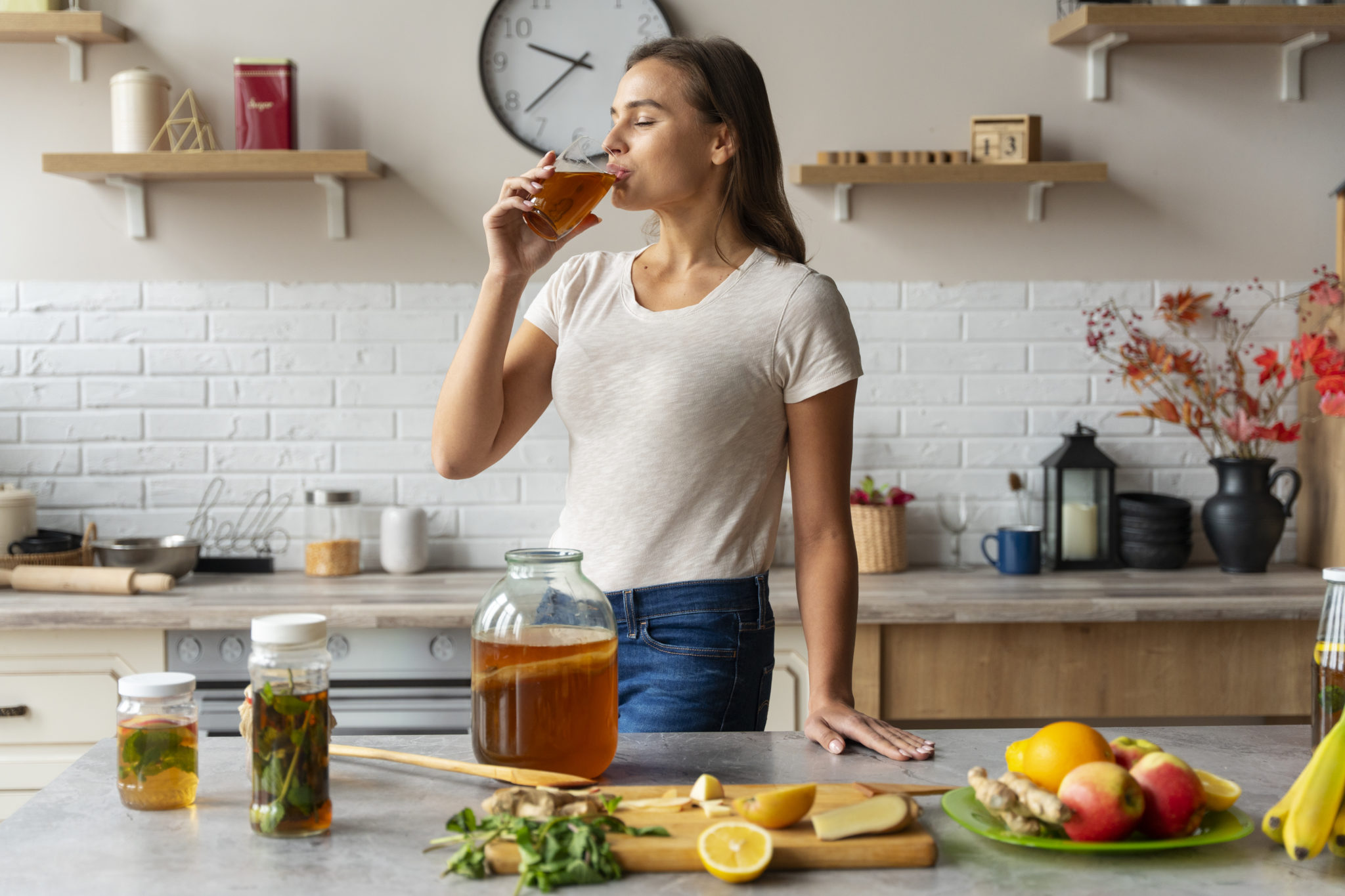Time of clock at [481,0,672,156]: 9:38
